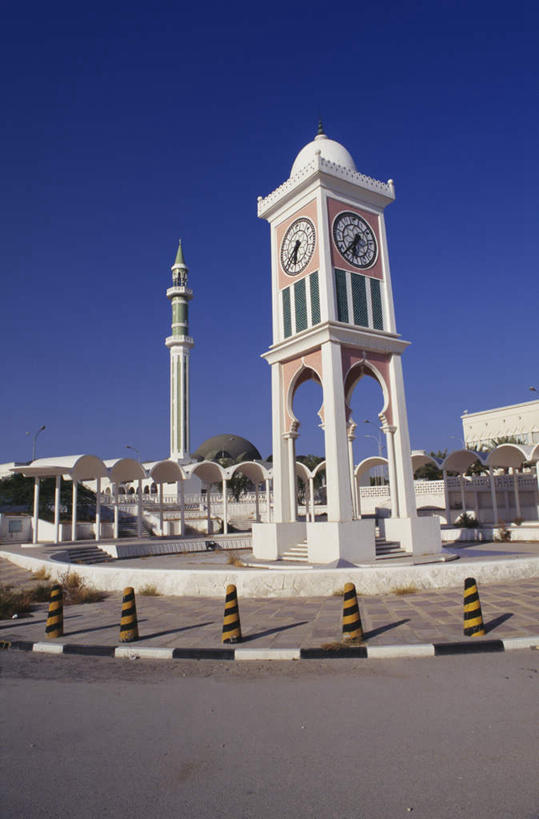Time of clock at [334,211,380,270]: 6:38
